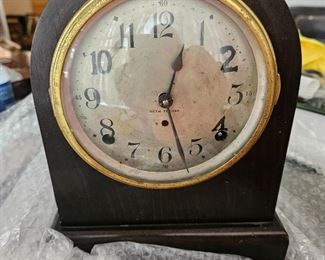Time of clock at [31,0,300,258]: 12:27
